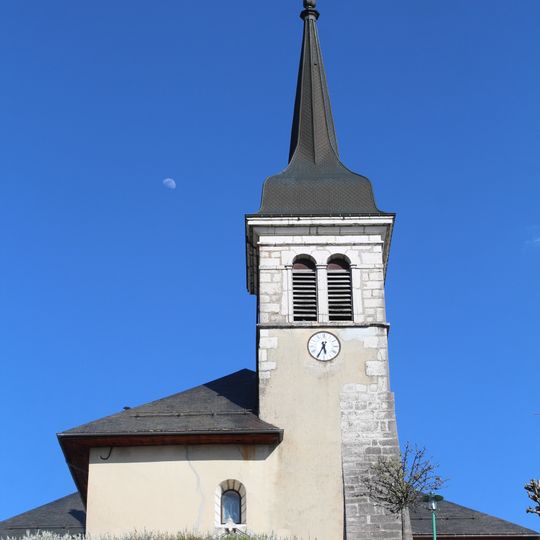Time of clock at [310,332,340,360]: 5:34
